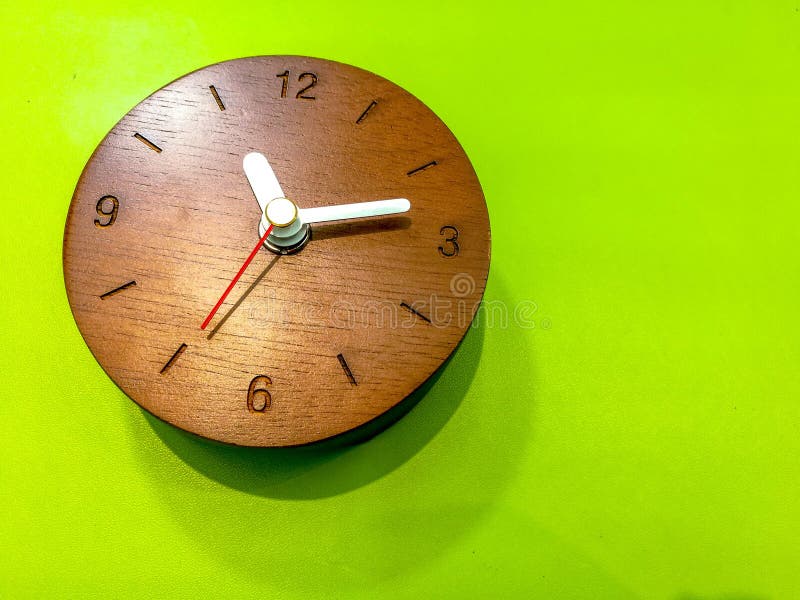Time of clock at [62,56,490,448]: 11:13
